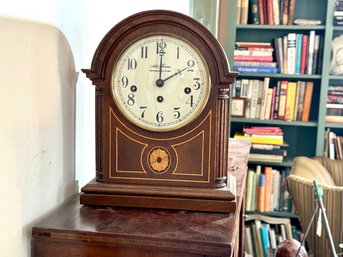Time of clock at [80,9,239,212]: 2:00
